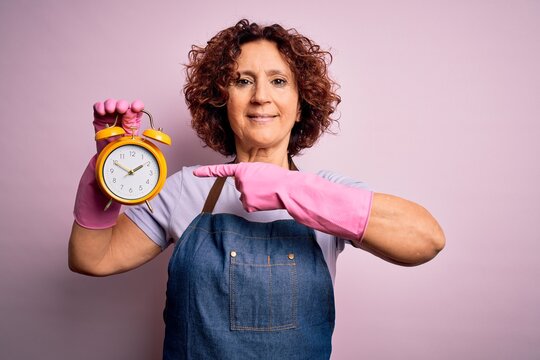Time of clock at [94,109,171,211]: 1:49
